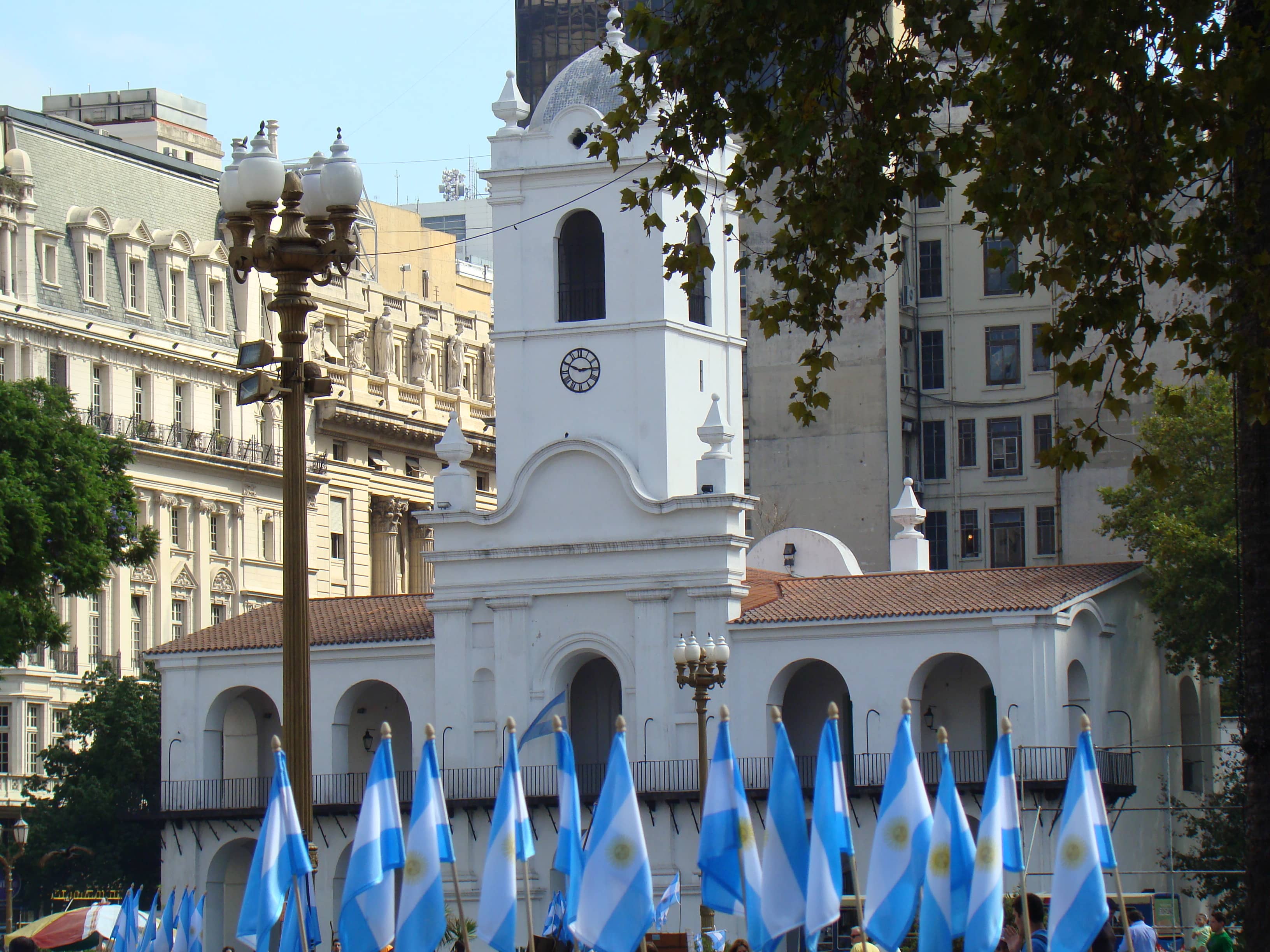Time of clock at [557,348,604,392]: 2:49
